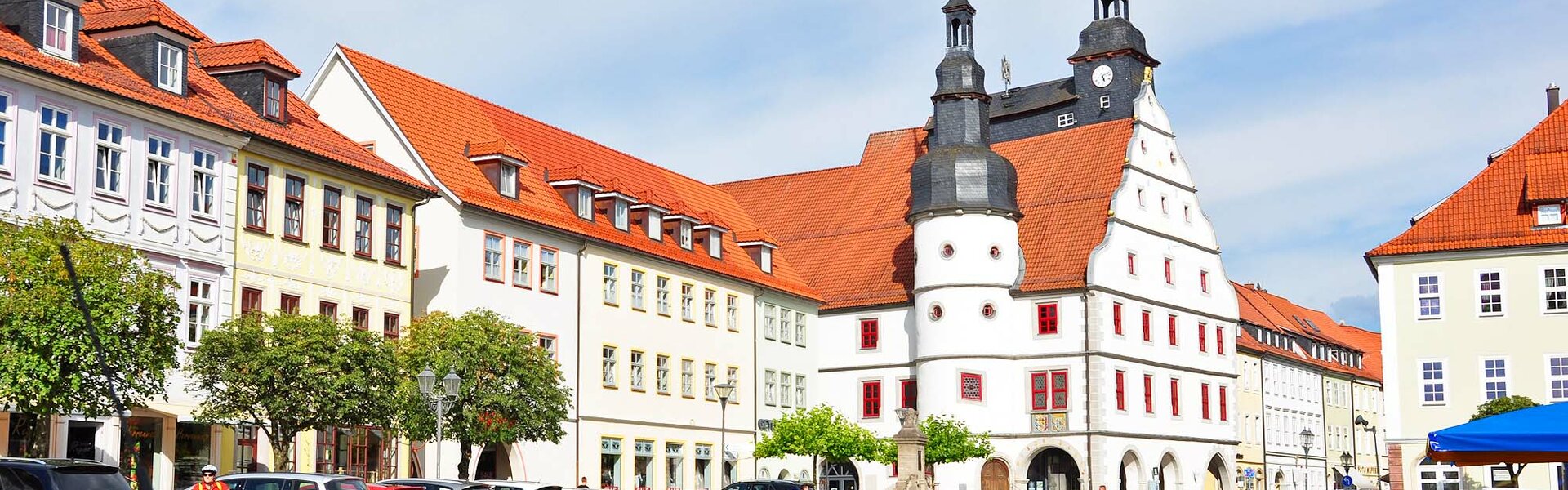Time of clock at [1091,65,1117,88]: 5:11
